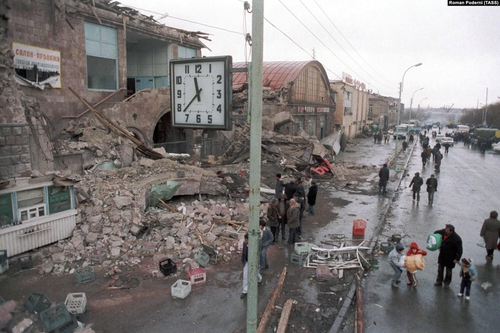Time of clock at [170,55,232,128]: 11:37
